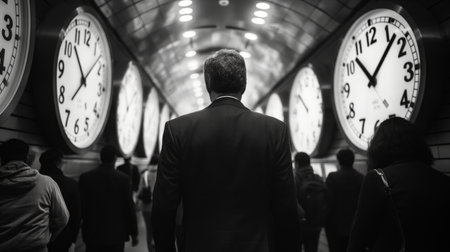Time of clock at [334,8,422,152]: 10:07
